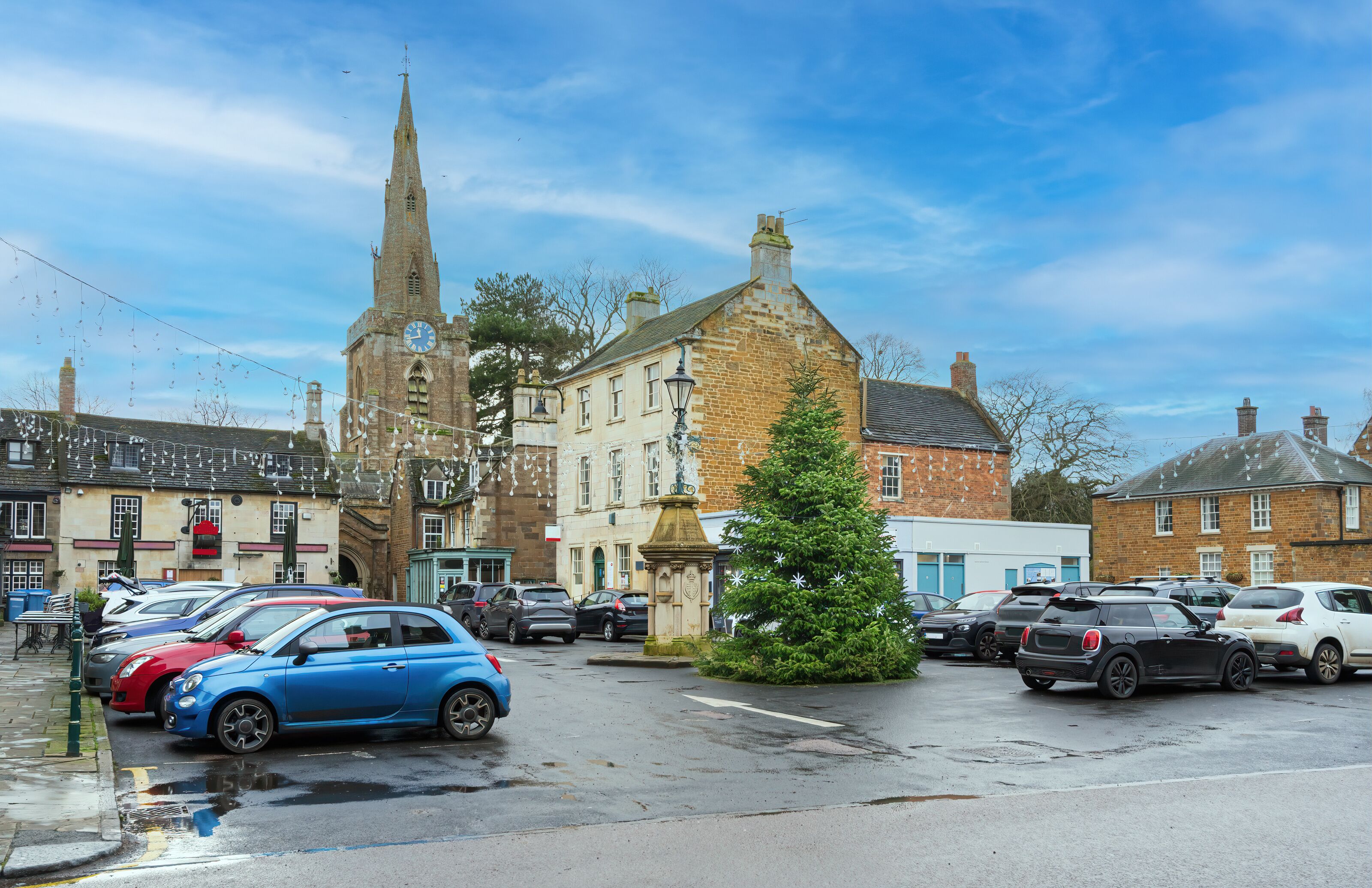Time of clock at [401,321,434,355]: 11:42
